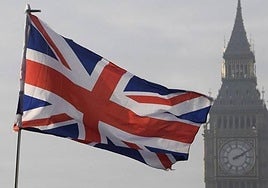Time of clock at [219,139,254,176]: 2:10
